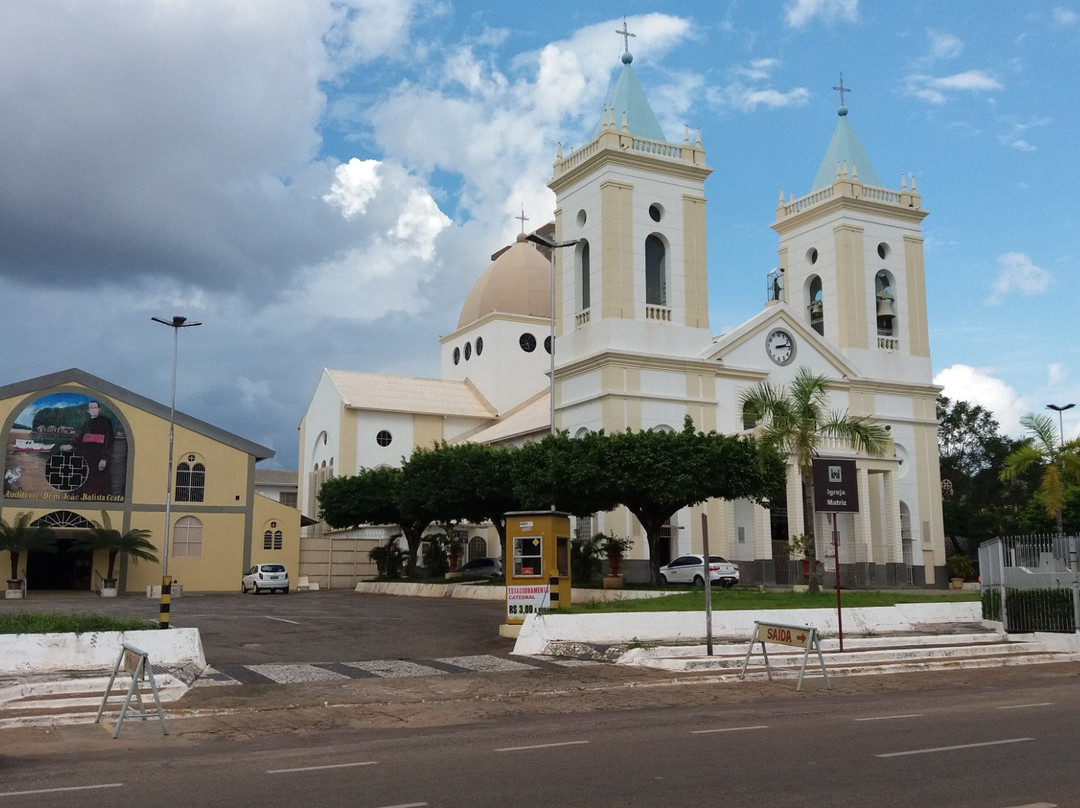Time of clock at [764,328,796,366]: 2:13
